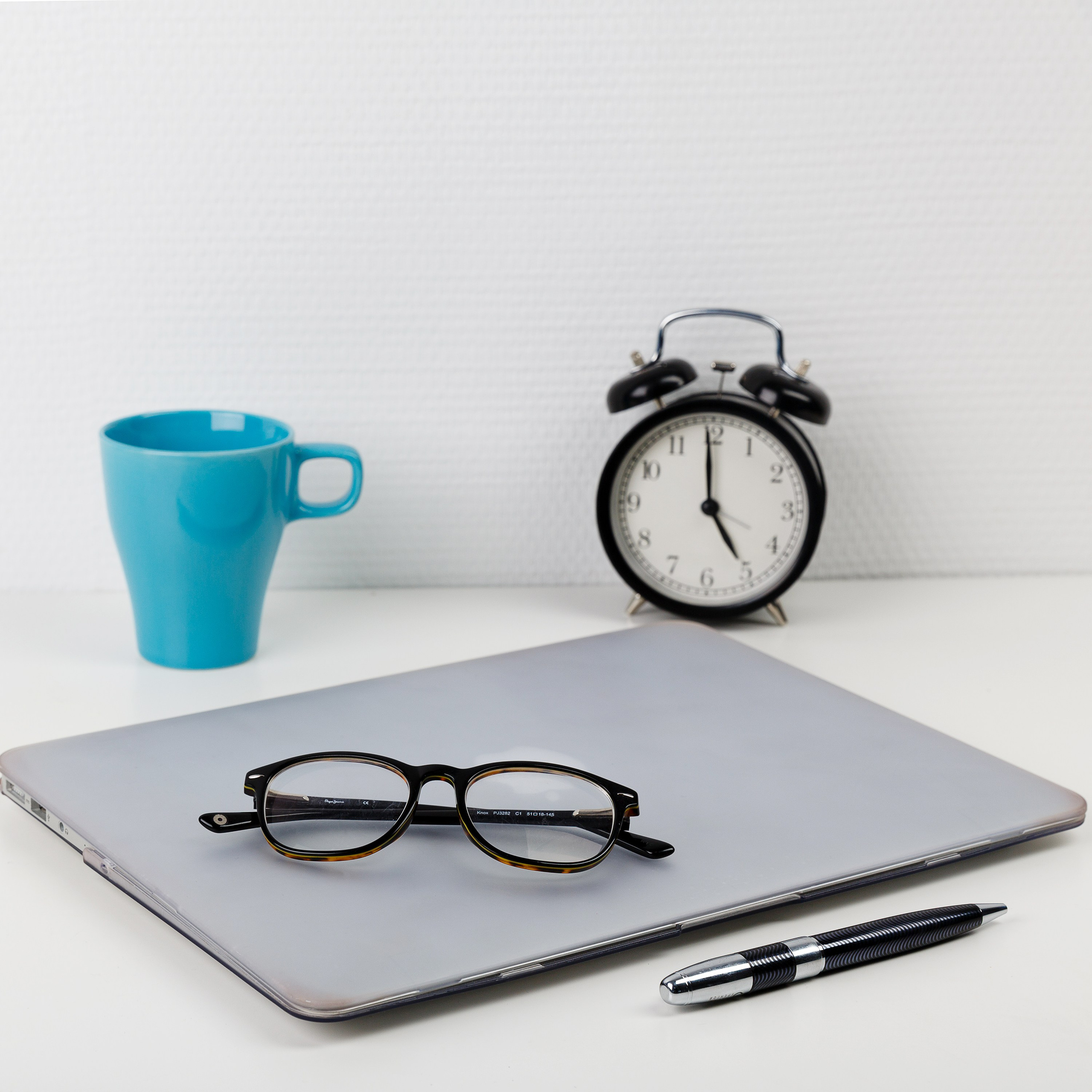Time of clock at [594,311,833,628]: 4:59
